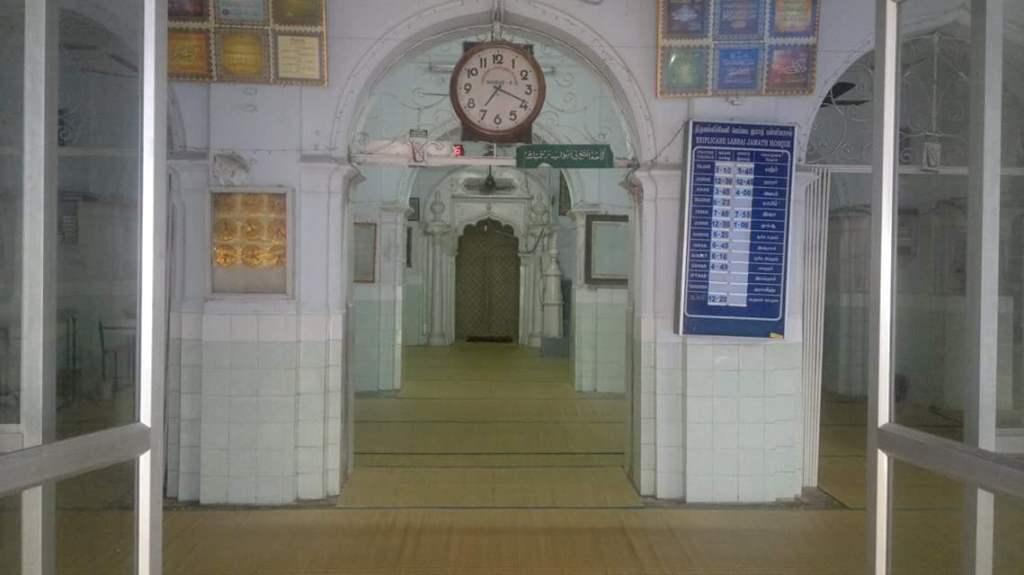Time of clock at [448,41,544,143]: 7:18
